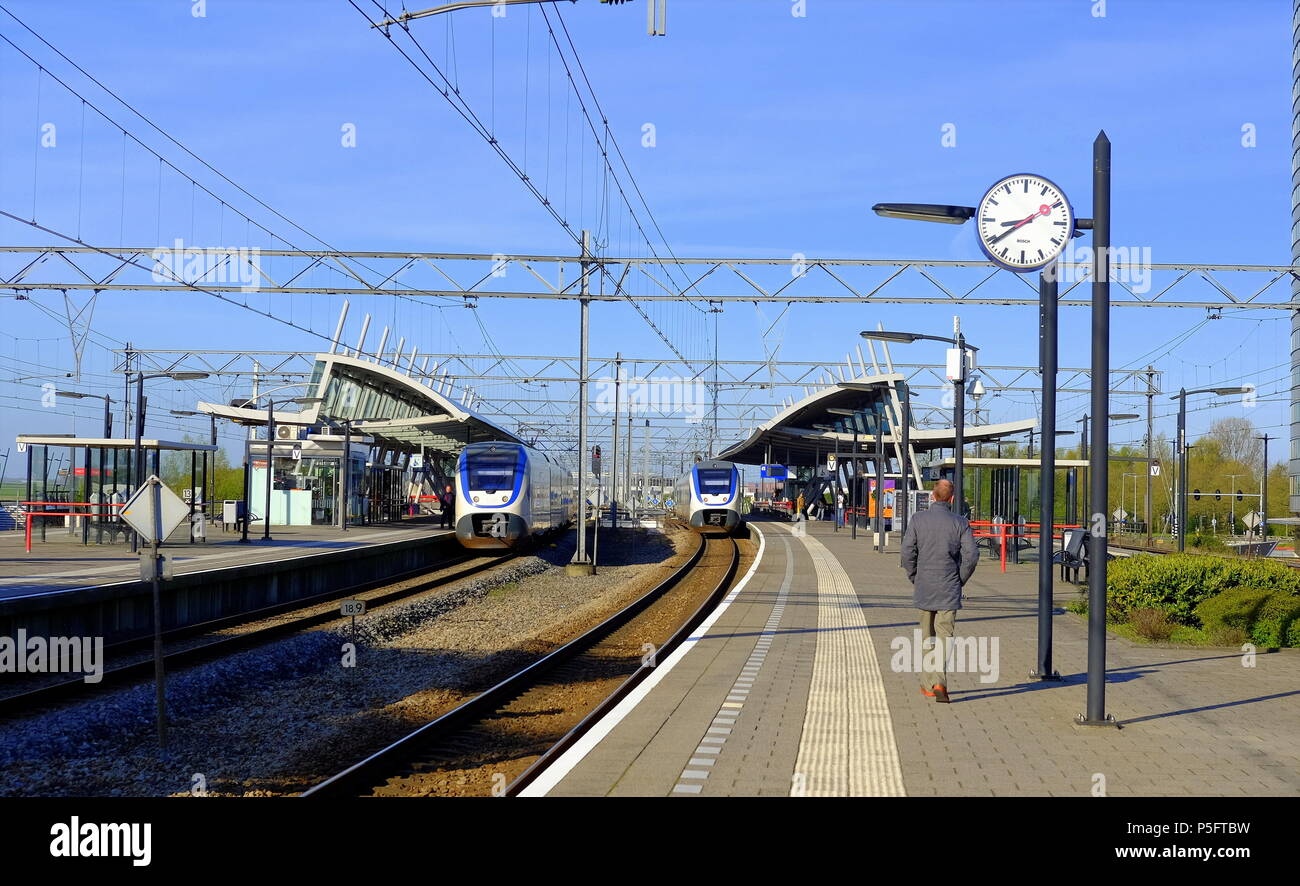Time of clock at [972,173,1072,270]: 8:39
